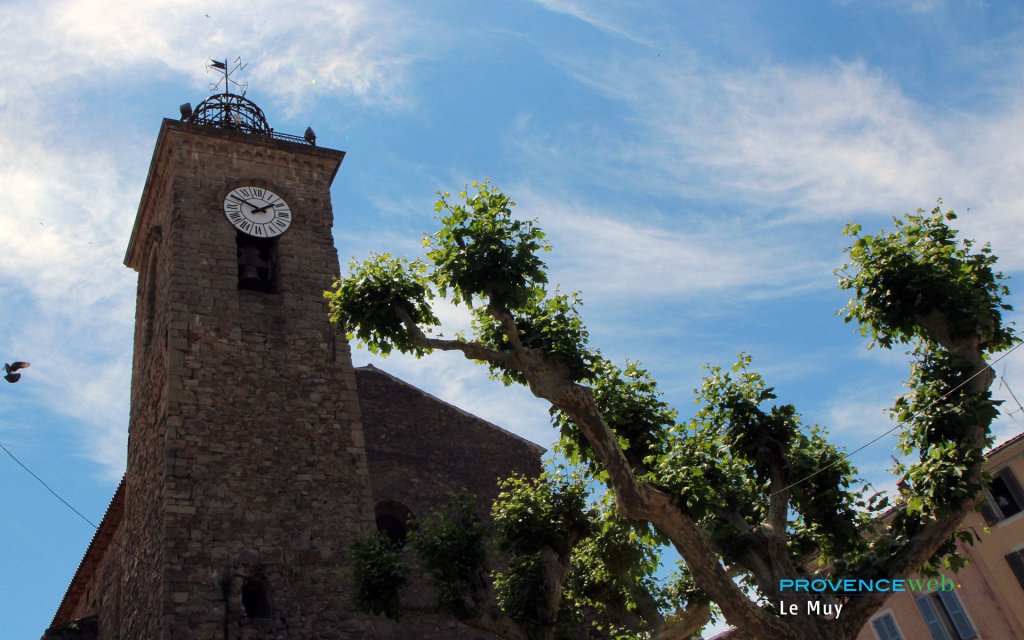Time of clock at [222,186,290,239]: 1:50
